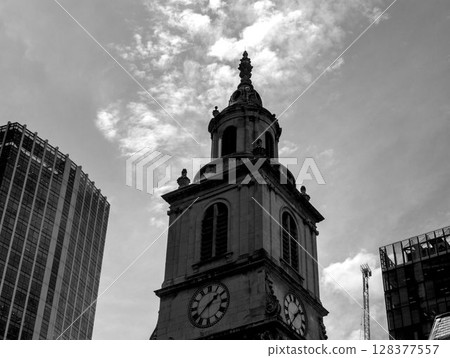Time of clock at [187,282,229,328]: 1:37
